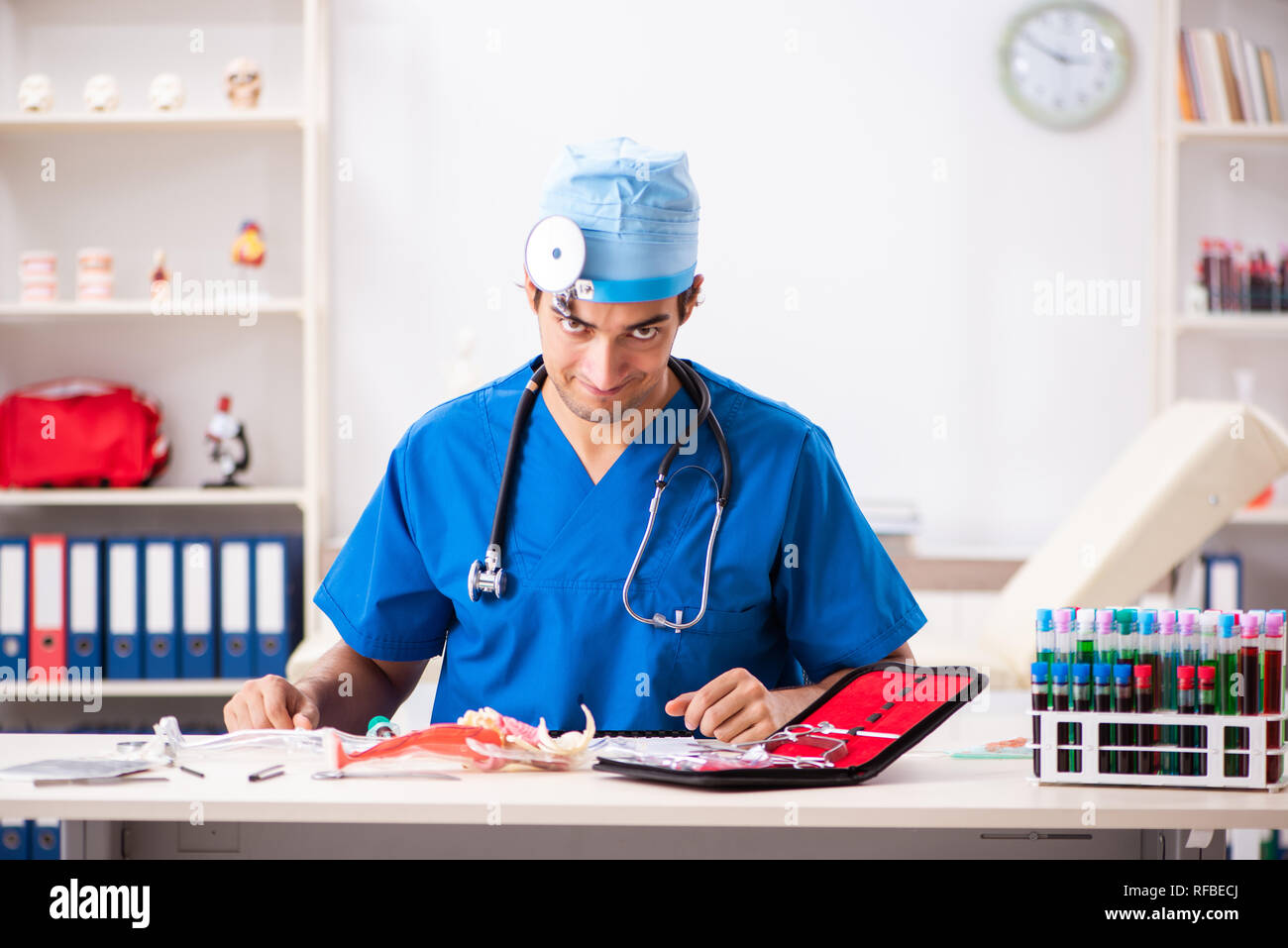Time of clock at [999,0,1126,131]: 2:49
